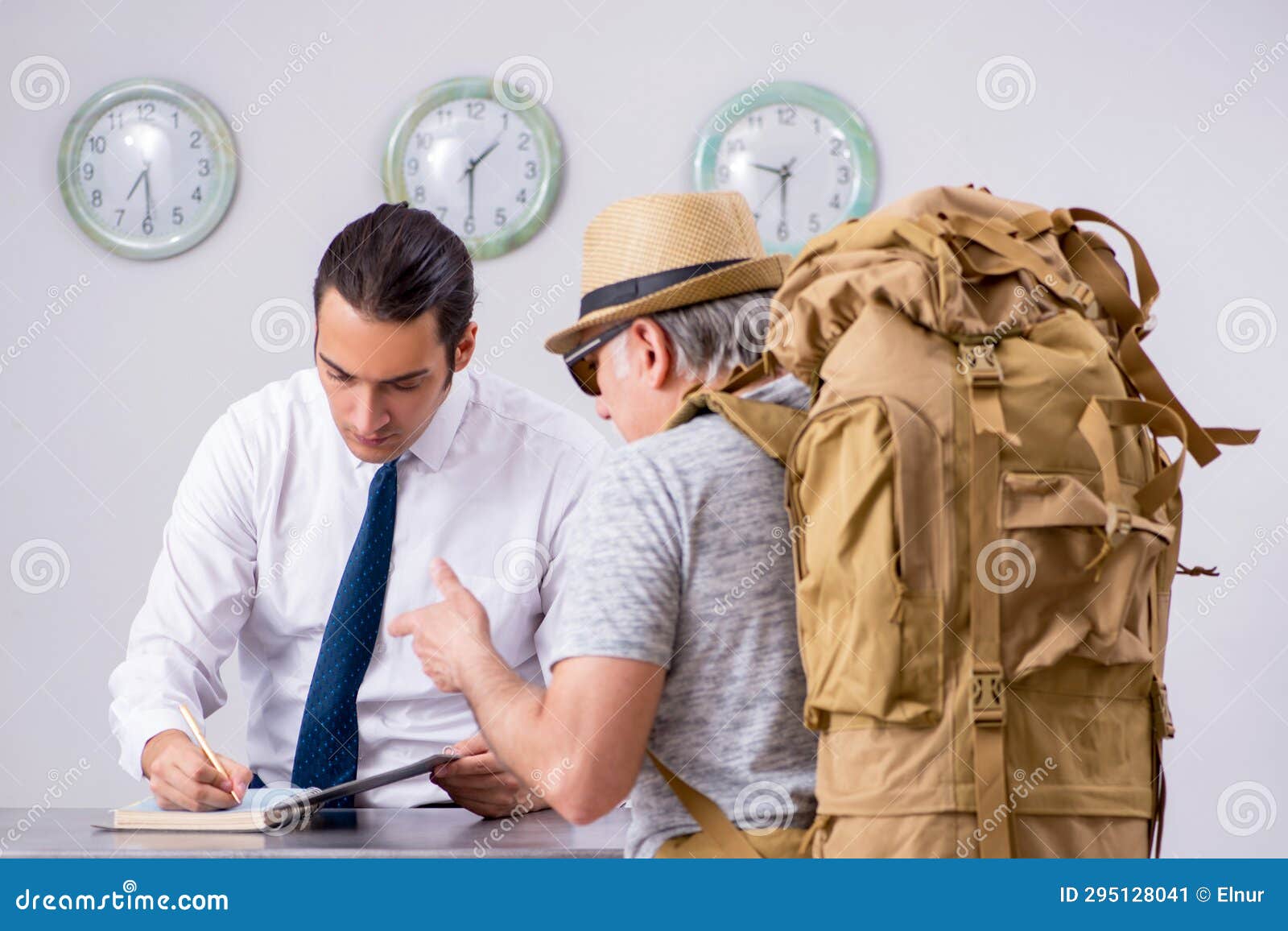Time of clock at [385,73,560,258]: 1:30
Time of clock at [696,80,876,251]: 9:30
